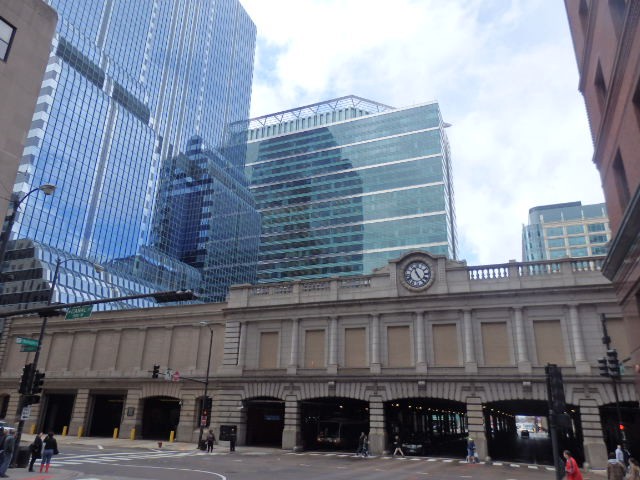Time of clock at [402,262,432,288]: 11:24
